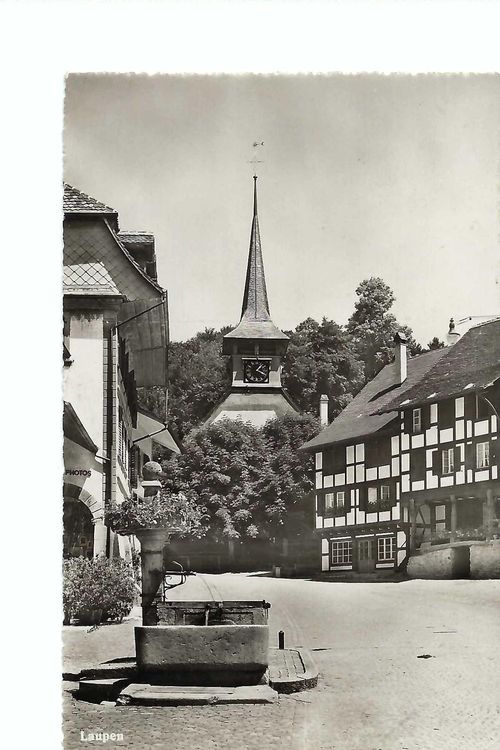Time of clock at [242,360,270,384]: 1:19
